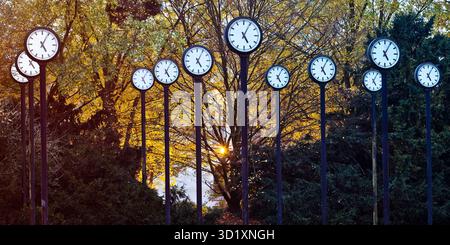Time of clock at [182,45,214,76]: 5:05
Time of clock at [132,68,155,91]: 5:05
